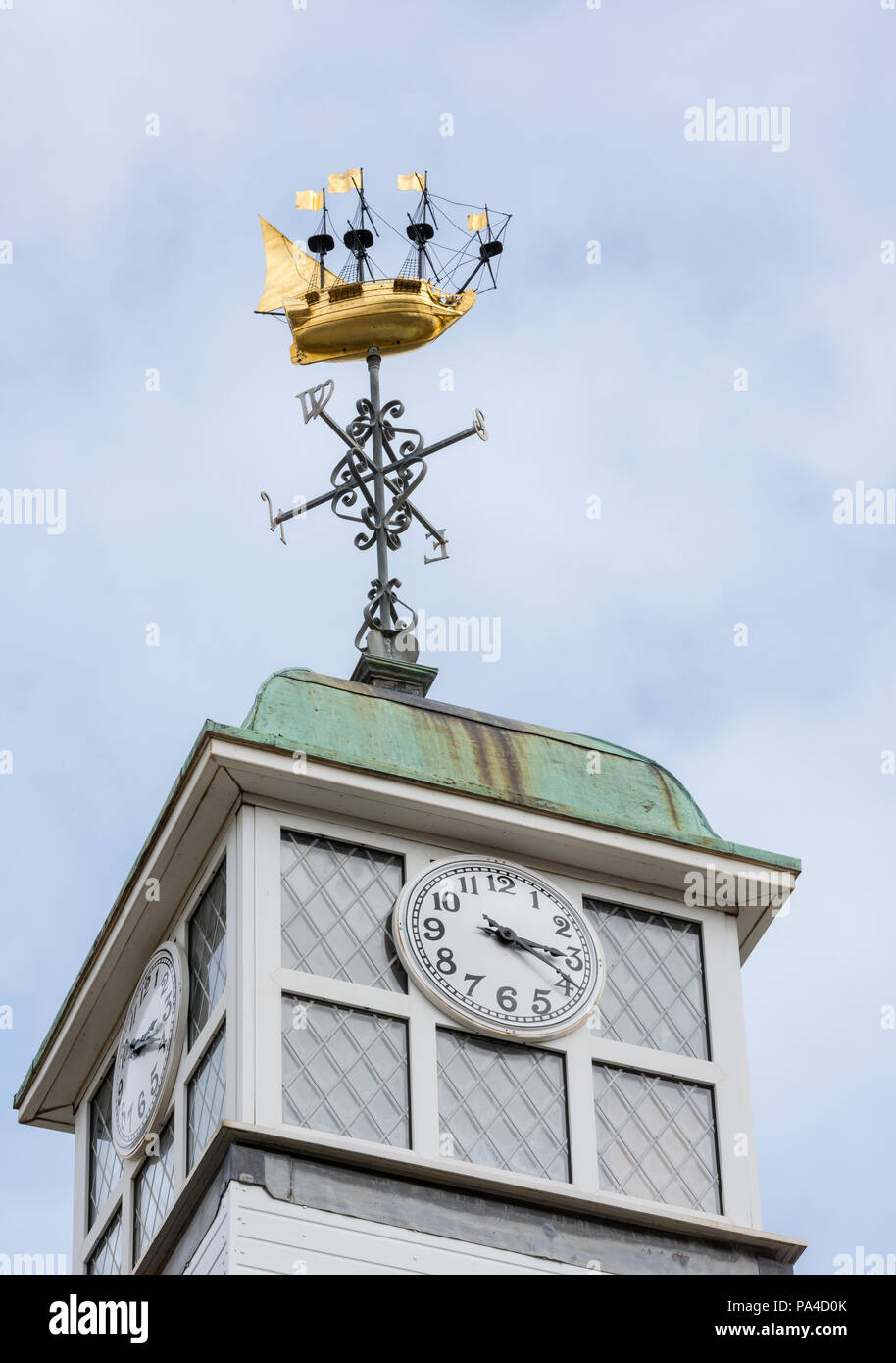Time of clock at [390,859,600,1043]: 3:19
